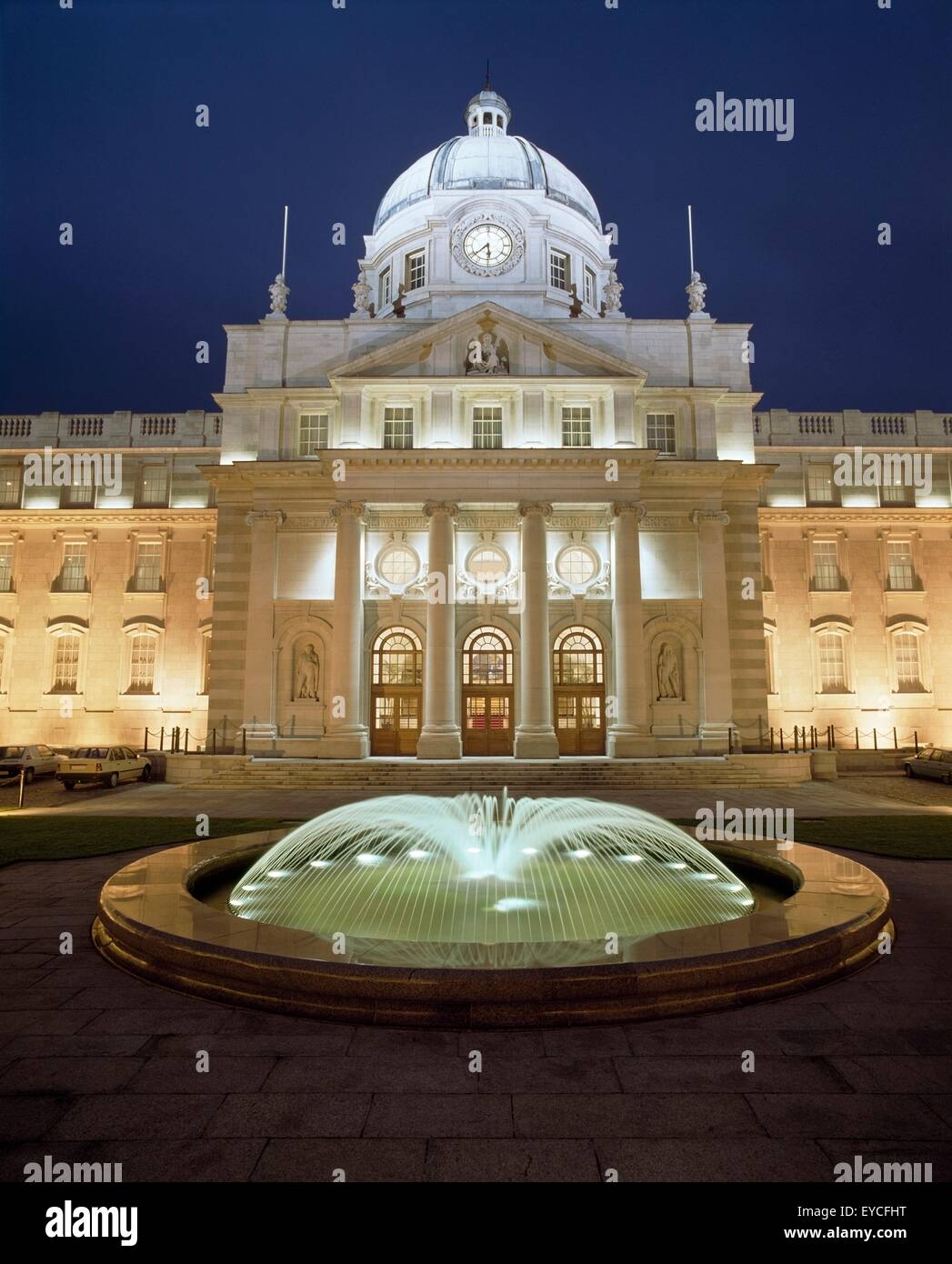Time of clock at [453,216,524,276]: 5:38
